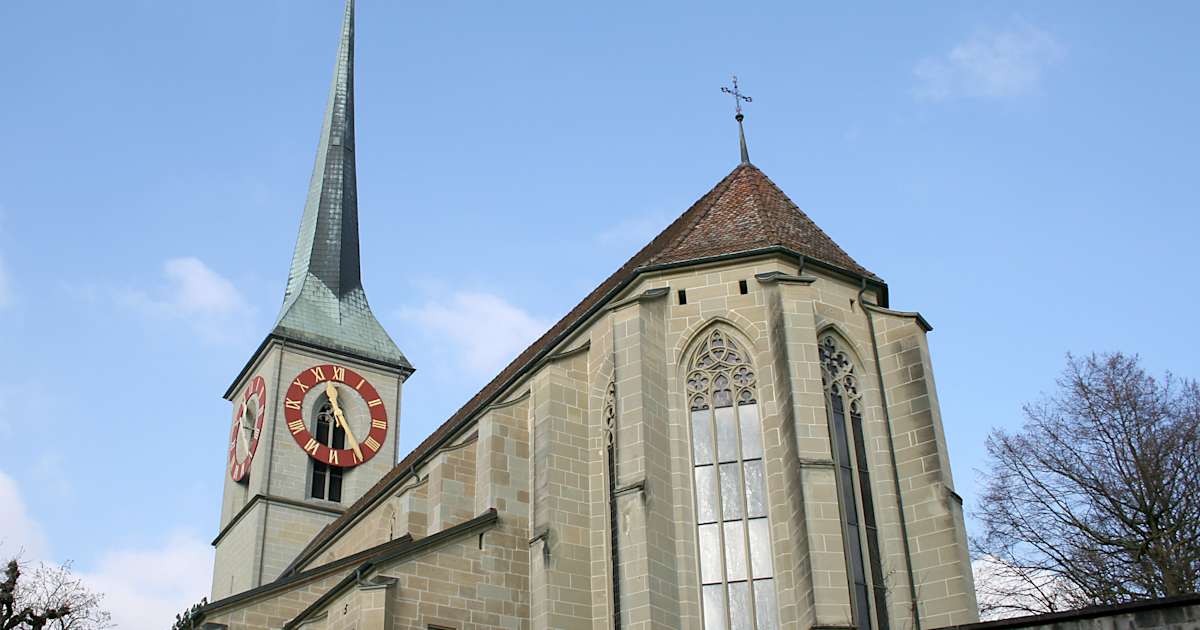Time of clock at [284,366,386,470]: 11:29
